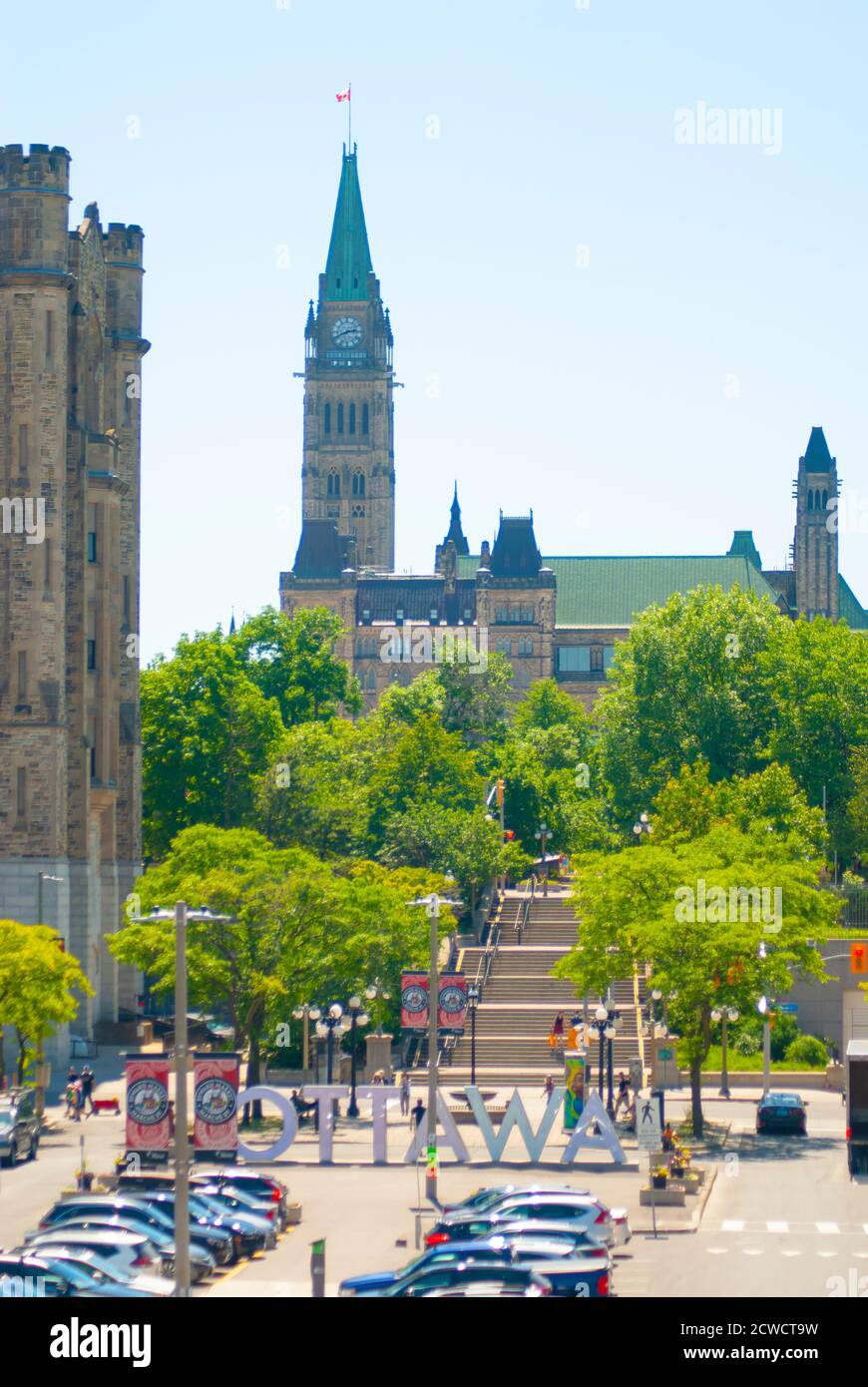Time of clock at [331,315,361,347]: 2:41
